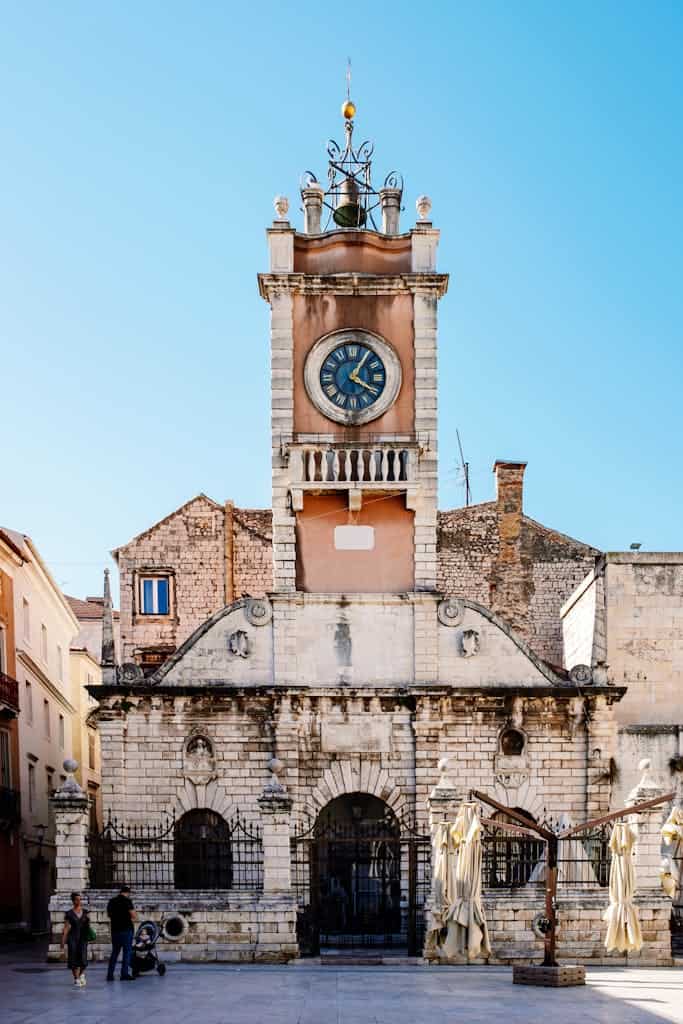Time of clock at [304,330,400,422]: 4:05
